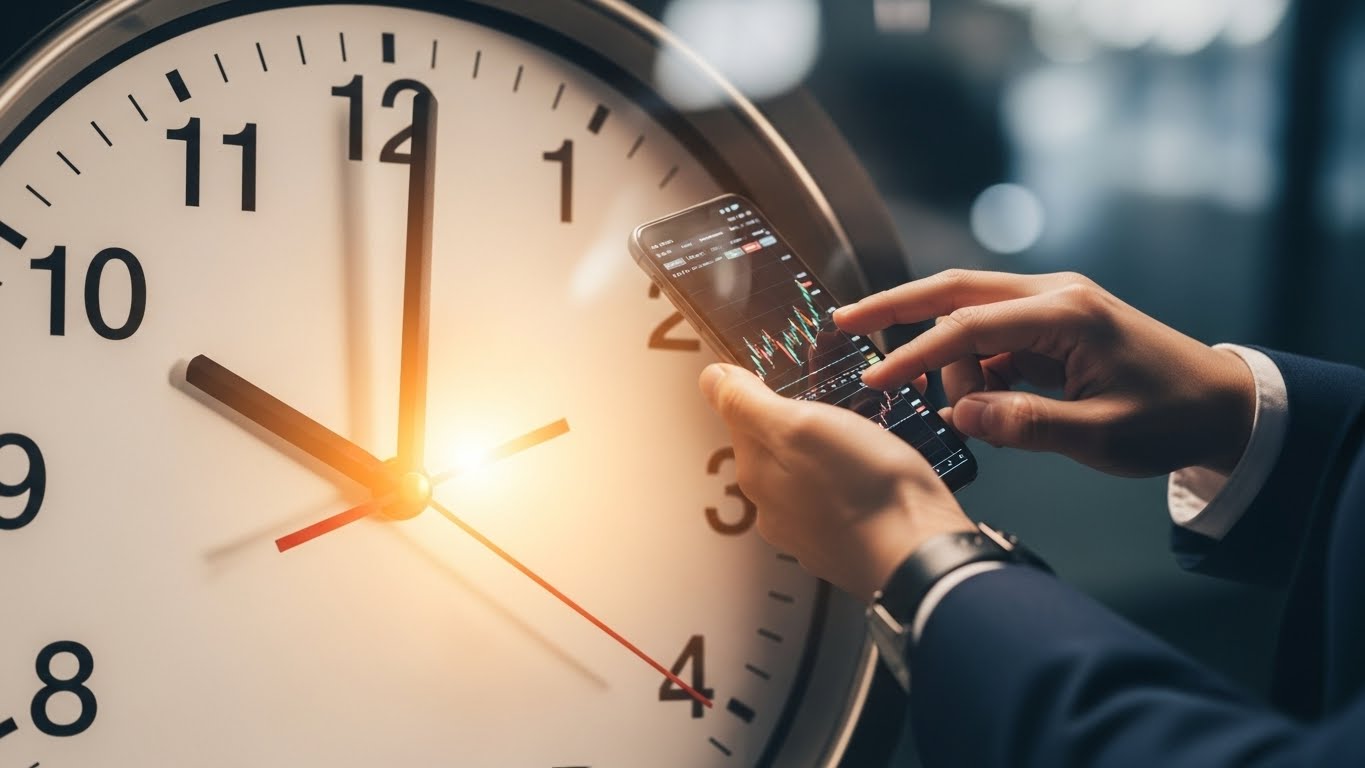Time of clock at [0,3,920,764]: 10:00
